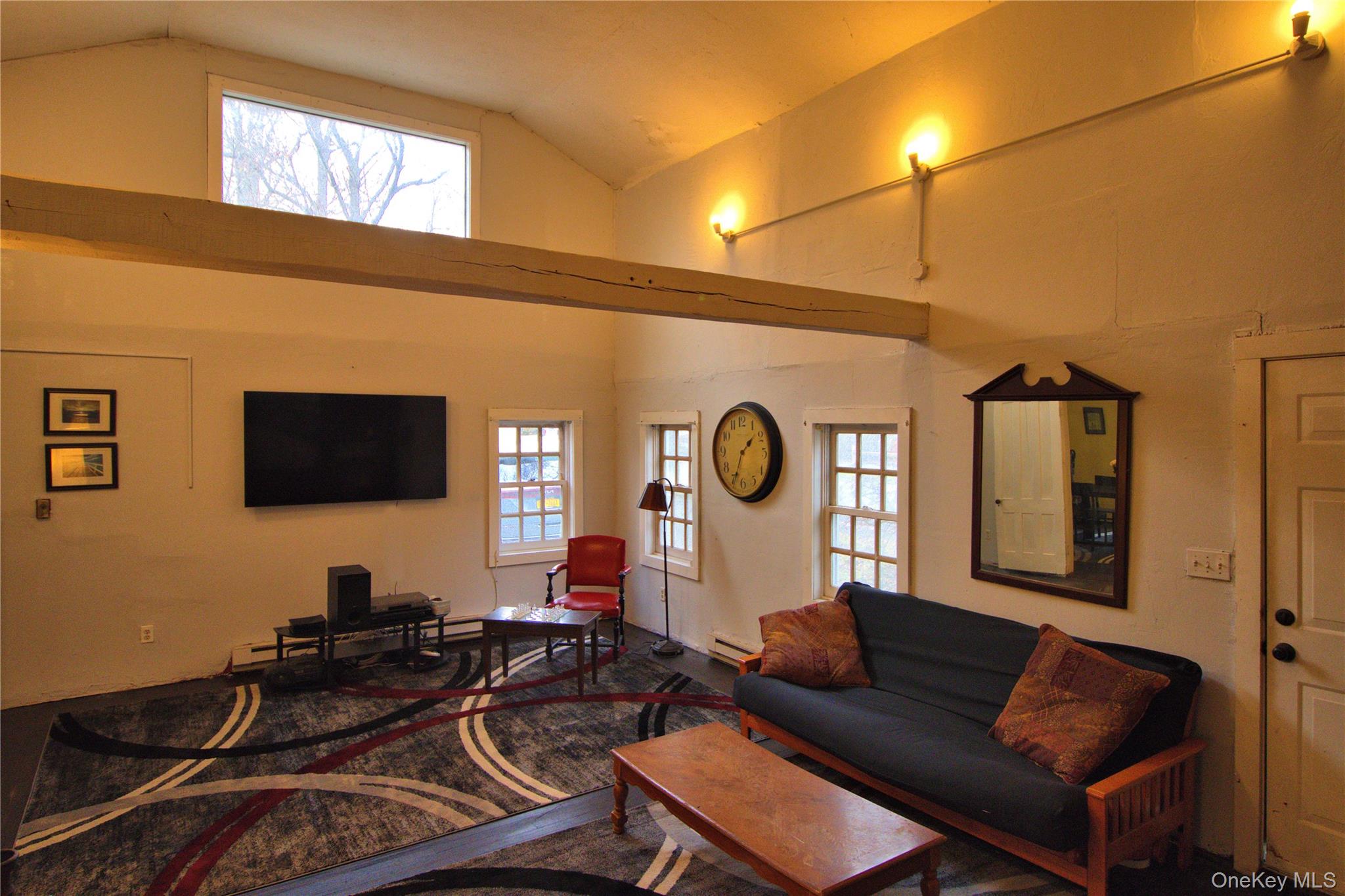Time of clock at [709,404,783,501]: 1:34
